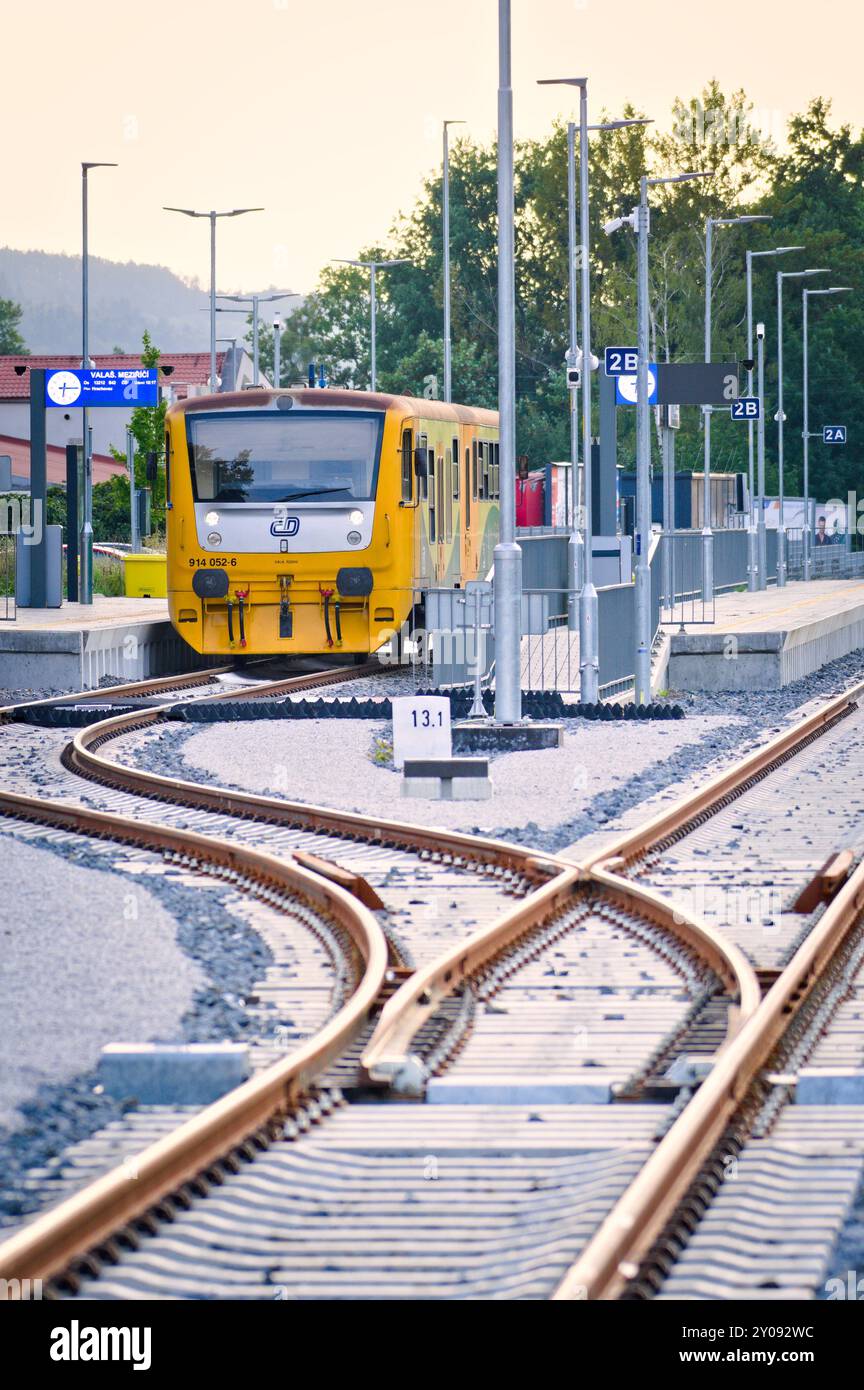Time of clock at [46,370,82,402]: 6:15
